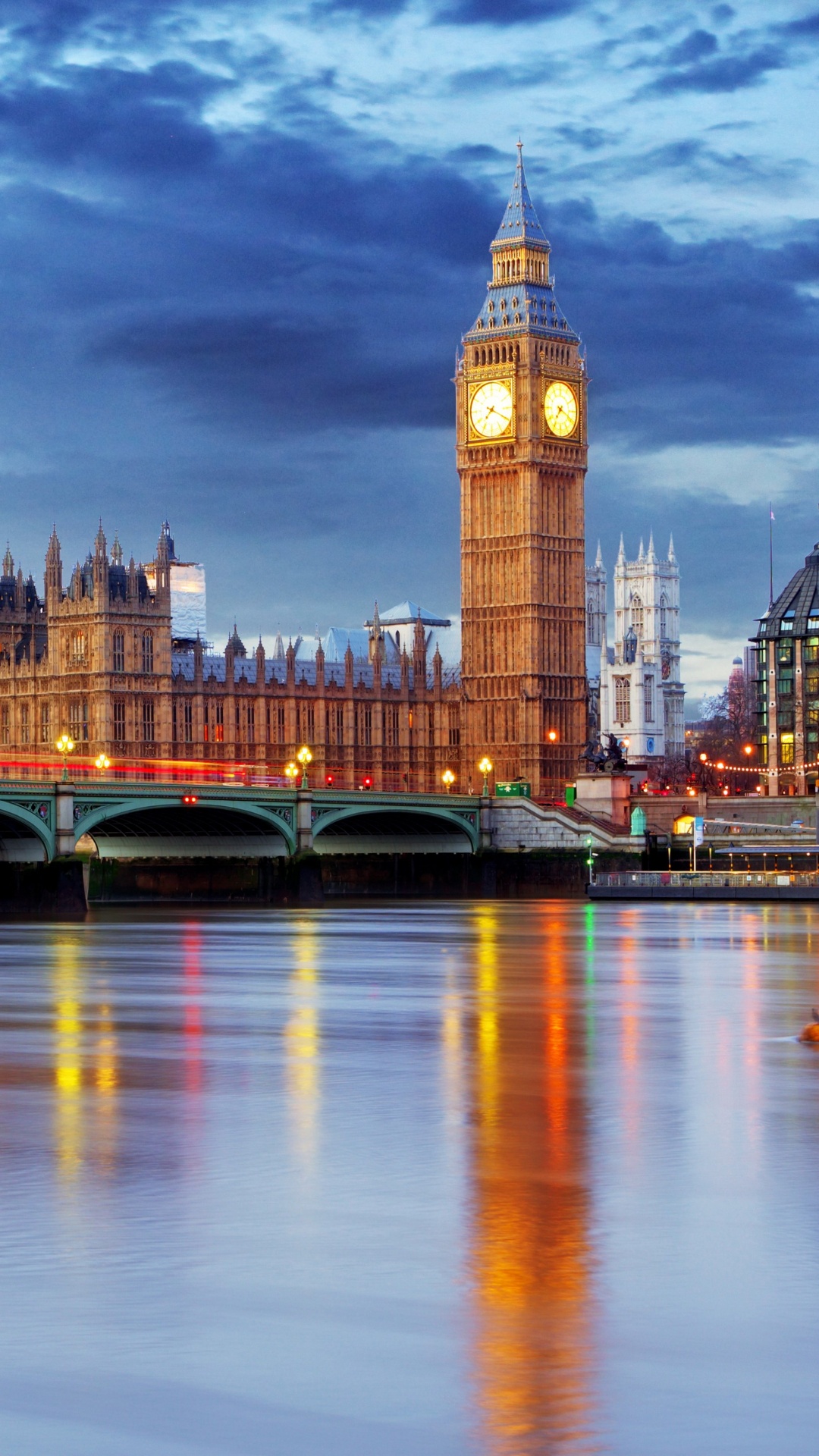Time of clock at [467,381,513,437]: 7:19
